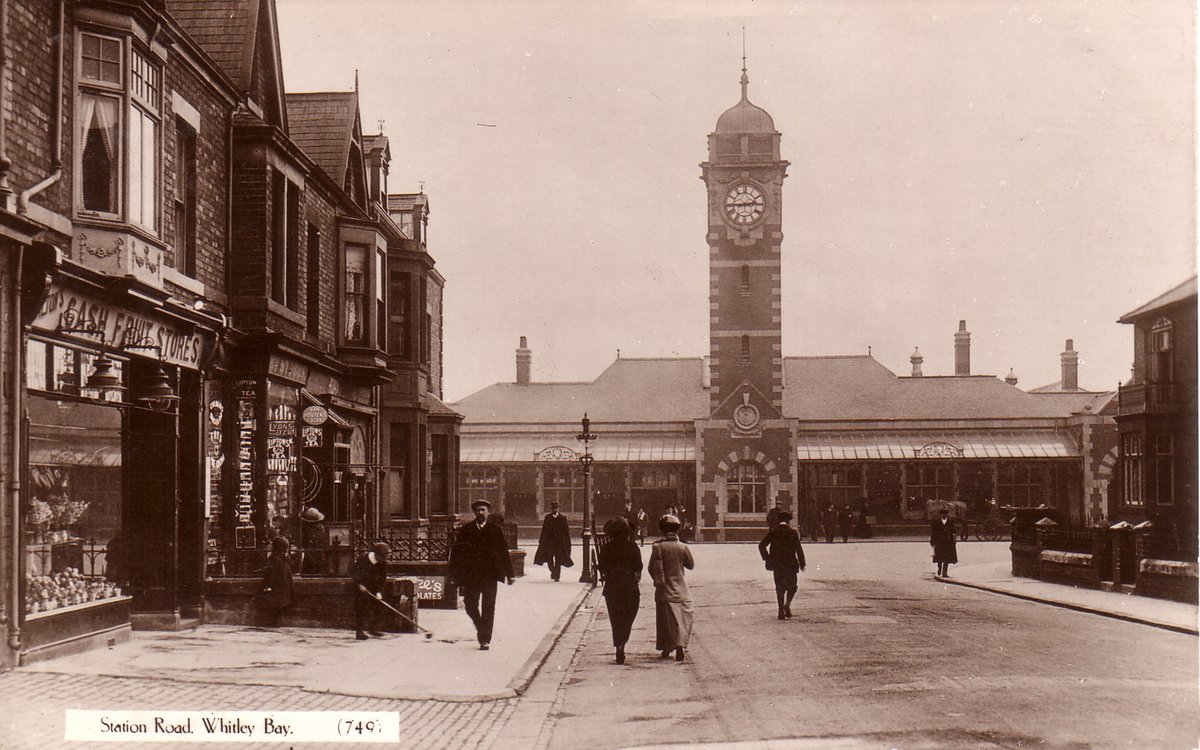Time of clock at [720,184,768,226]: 2:44
